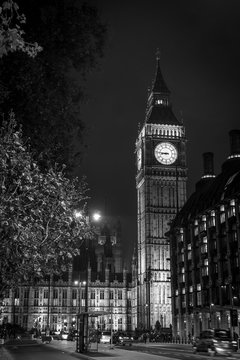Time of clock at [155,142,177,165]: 8:46
